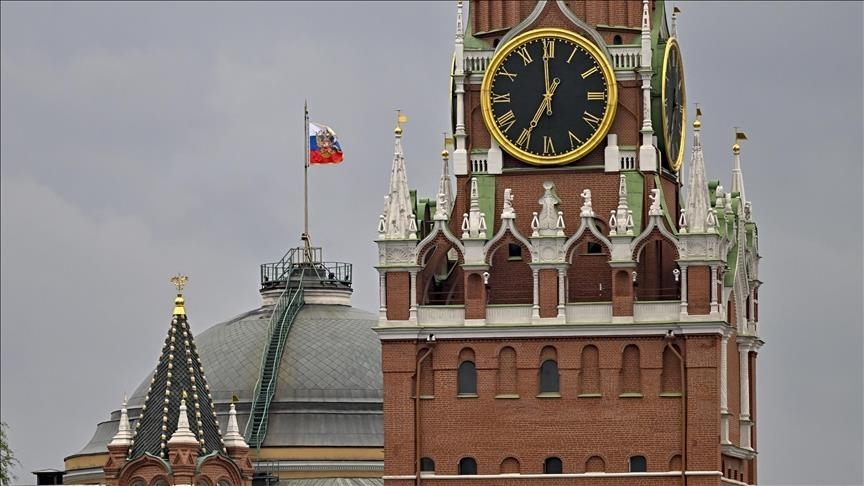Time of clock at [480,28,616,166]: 6:59
